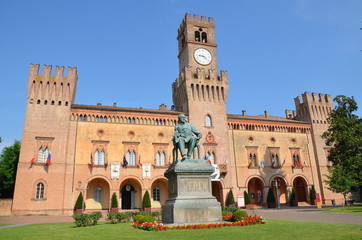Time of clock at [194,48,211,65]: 9:22
